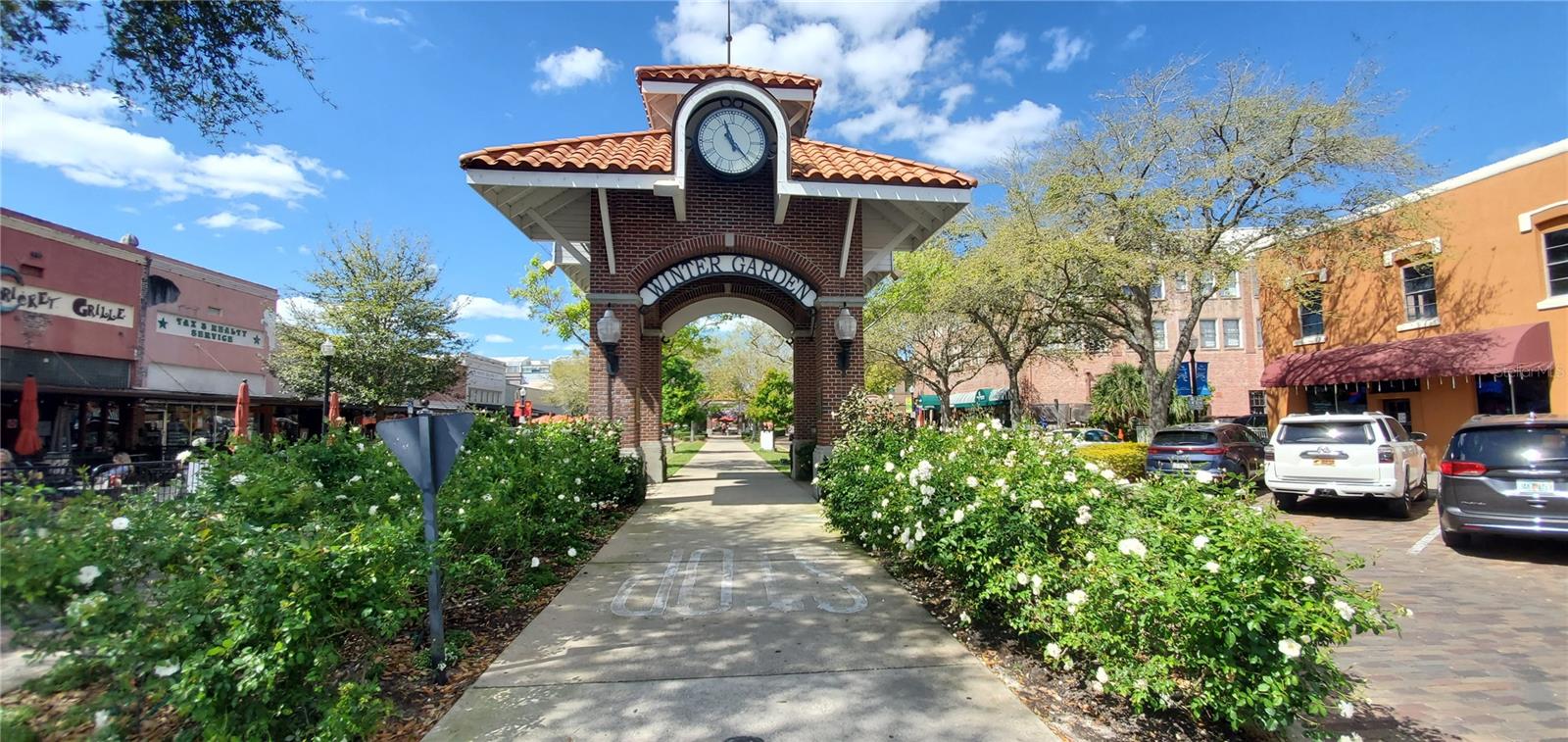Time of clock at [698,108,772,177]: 11:22
